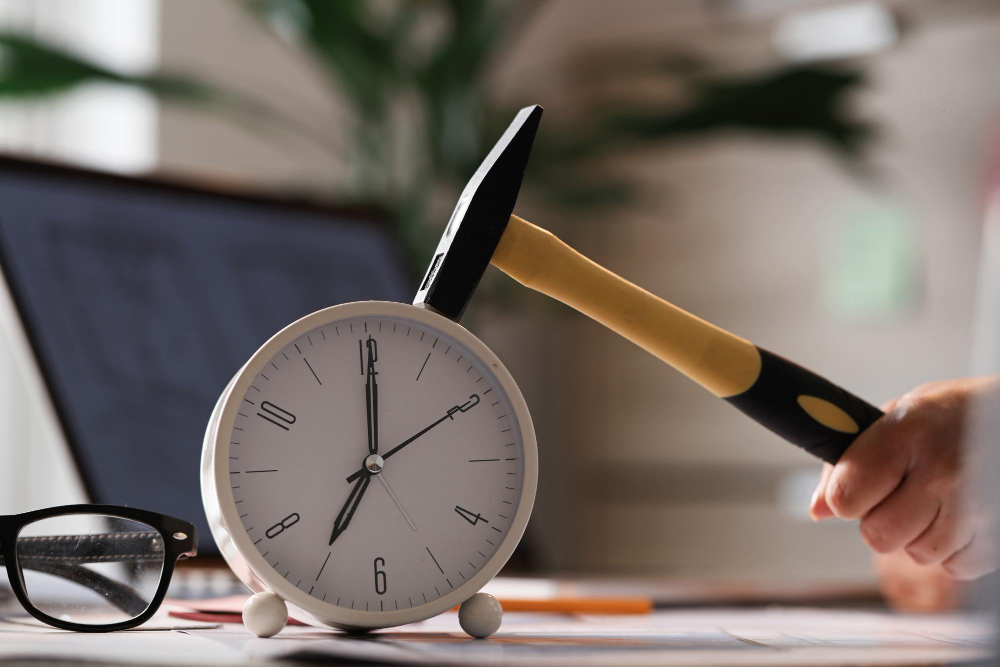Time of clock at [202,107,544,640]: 7:00
